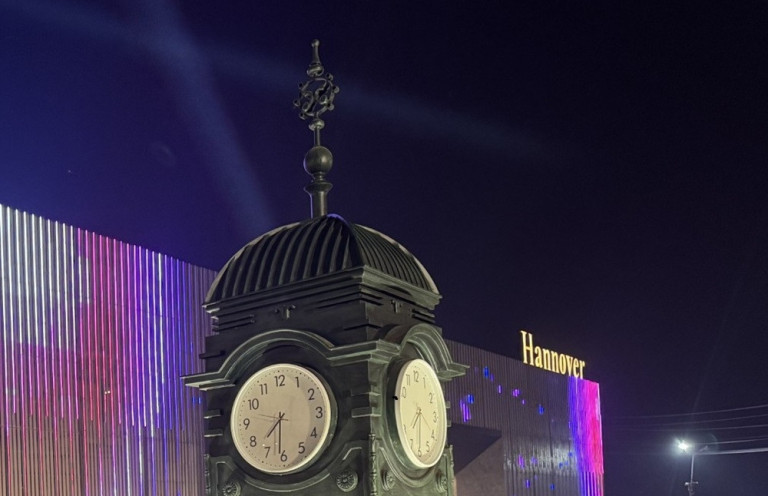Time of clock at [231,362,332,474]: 7:31
